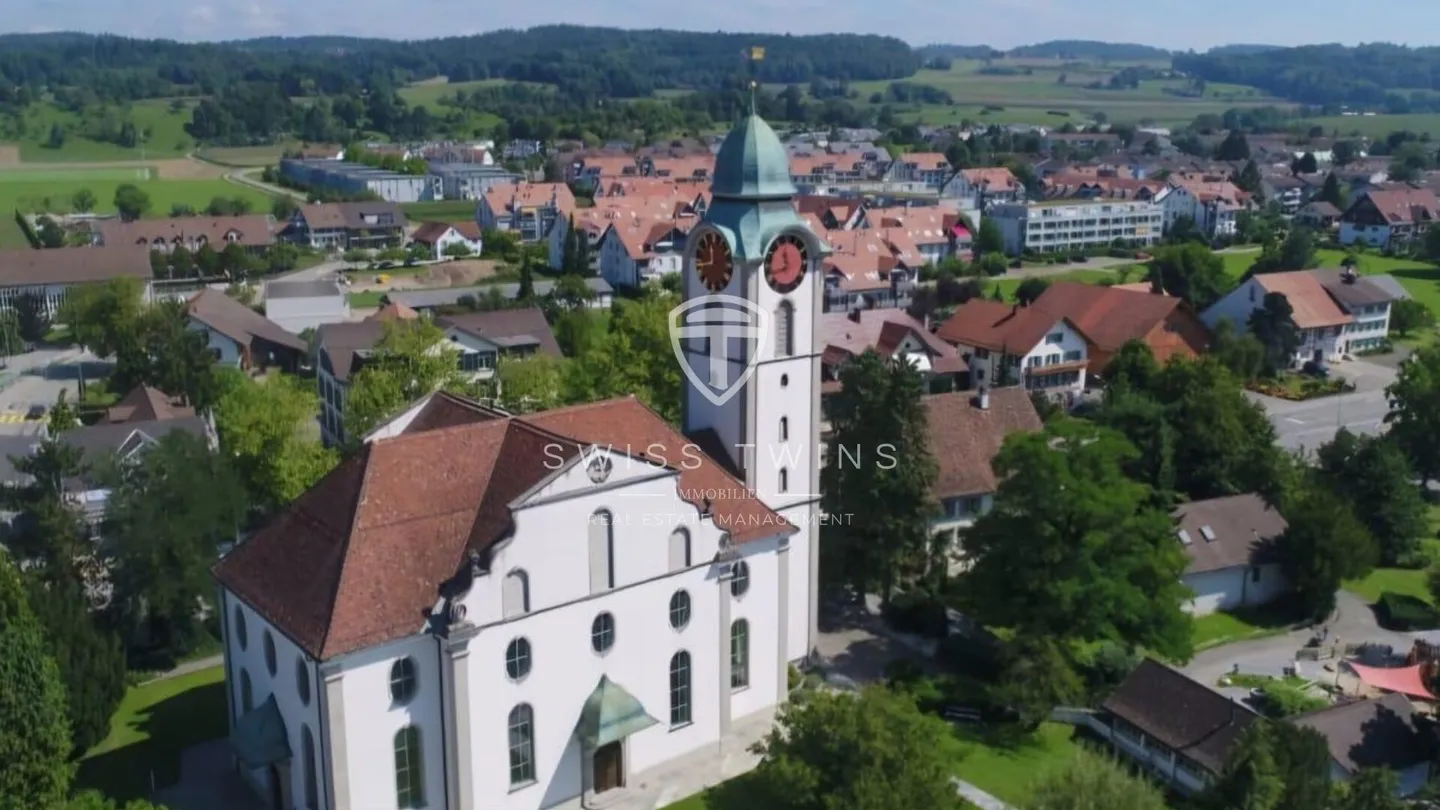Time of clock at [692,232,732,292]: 11:43
